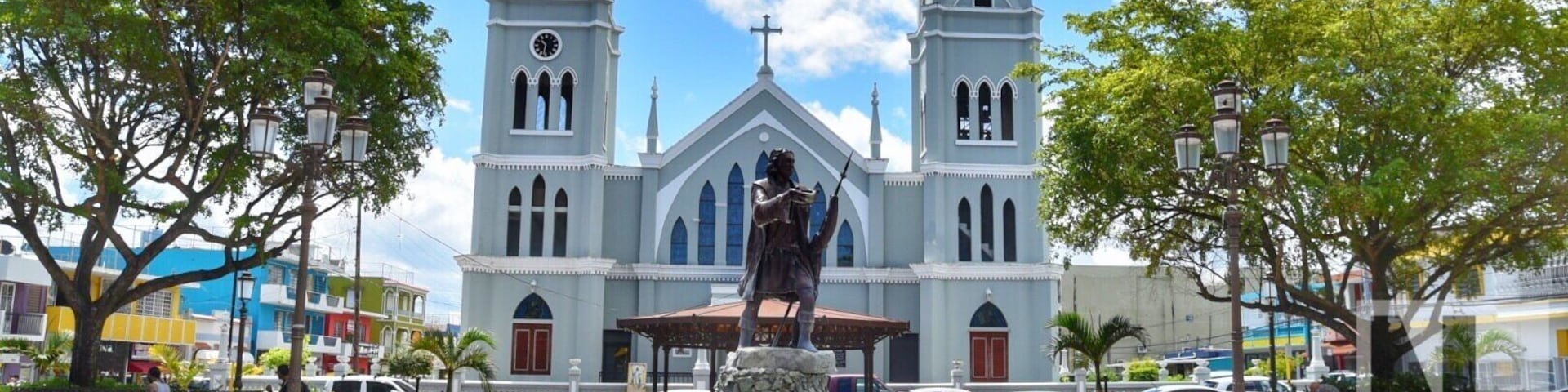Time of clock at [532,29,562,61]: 10:32
